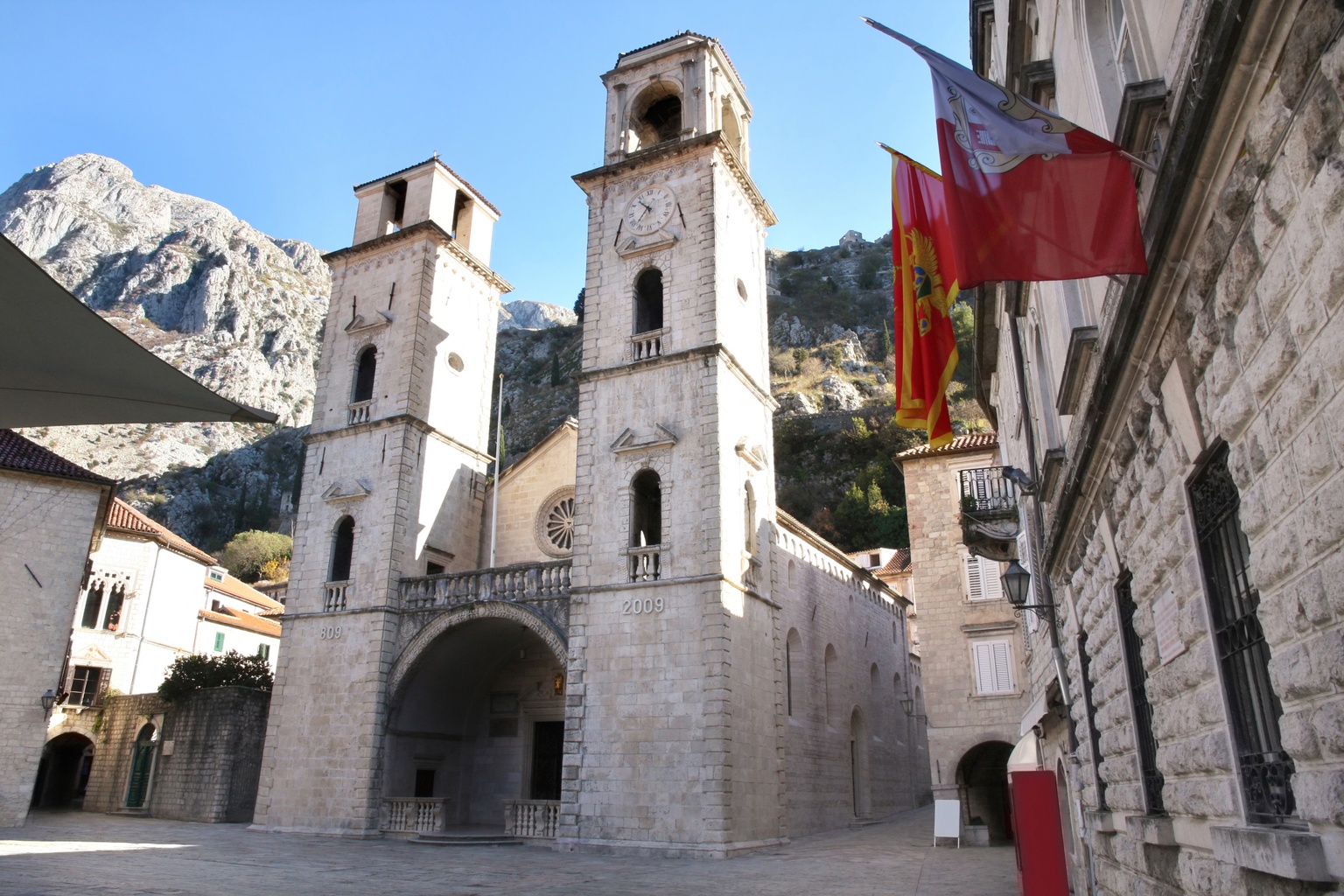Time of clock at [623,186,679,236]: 10:37
